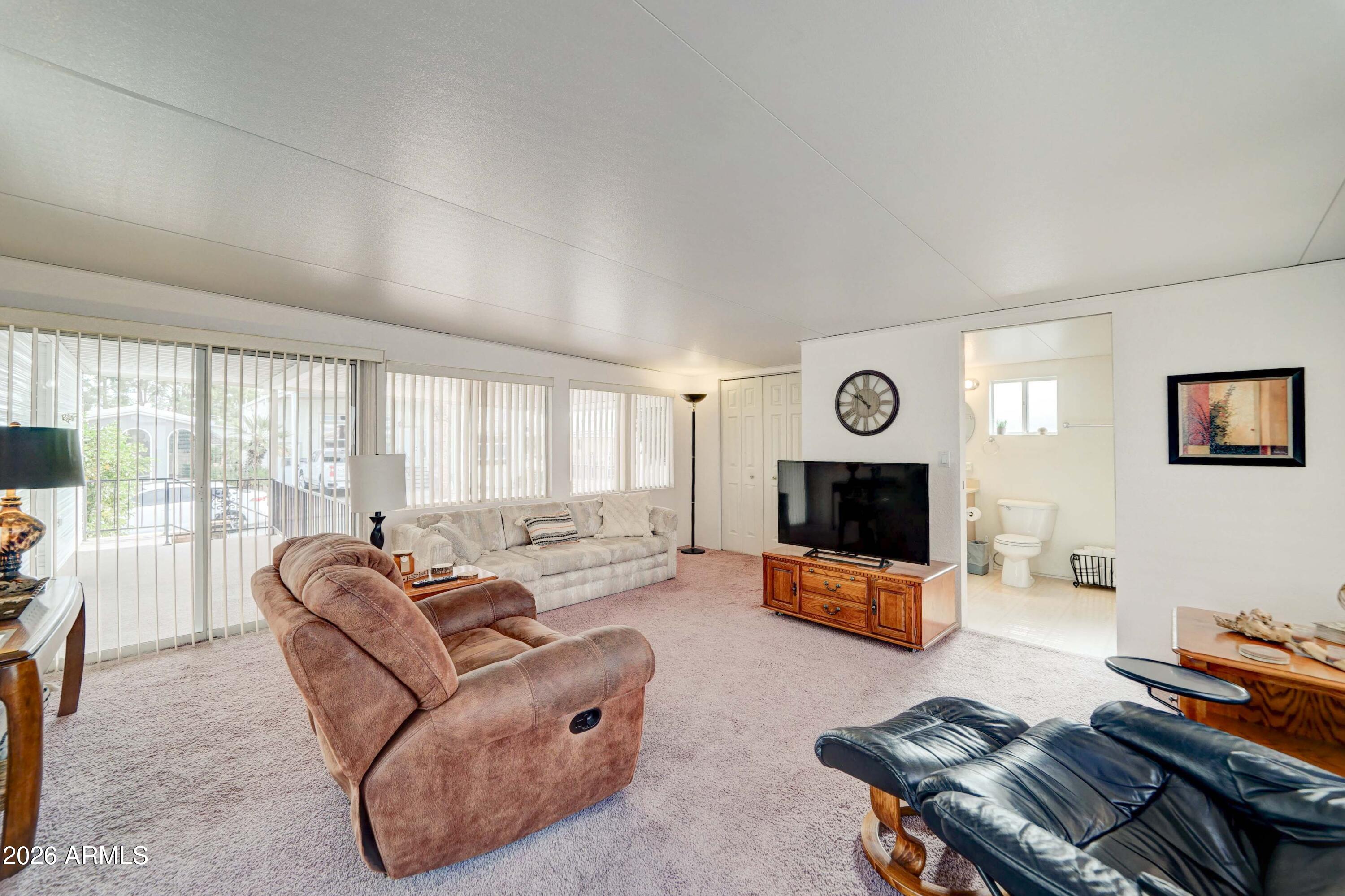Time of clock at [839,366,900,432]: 10:50
